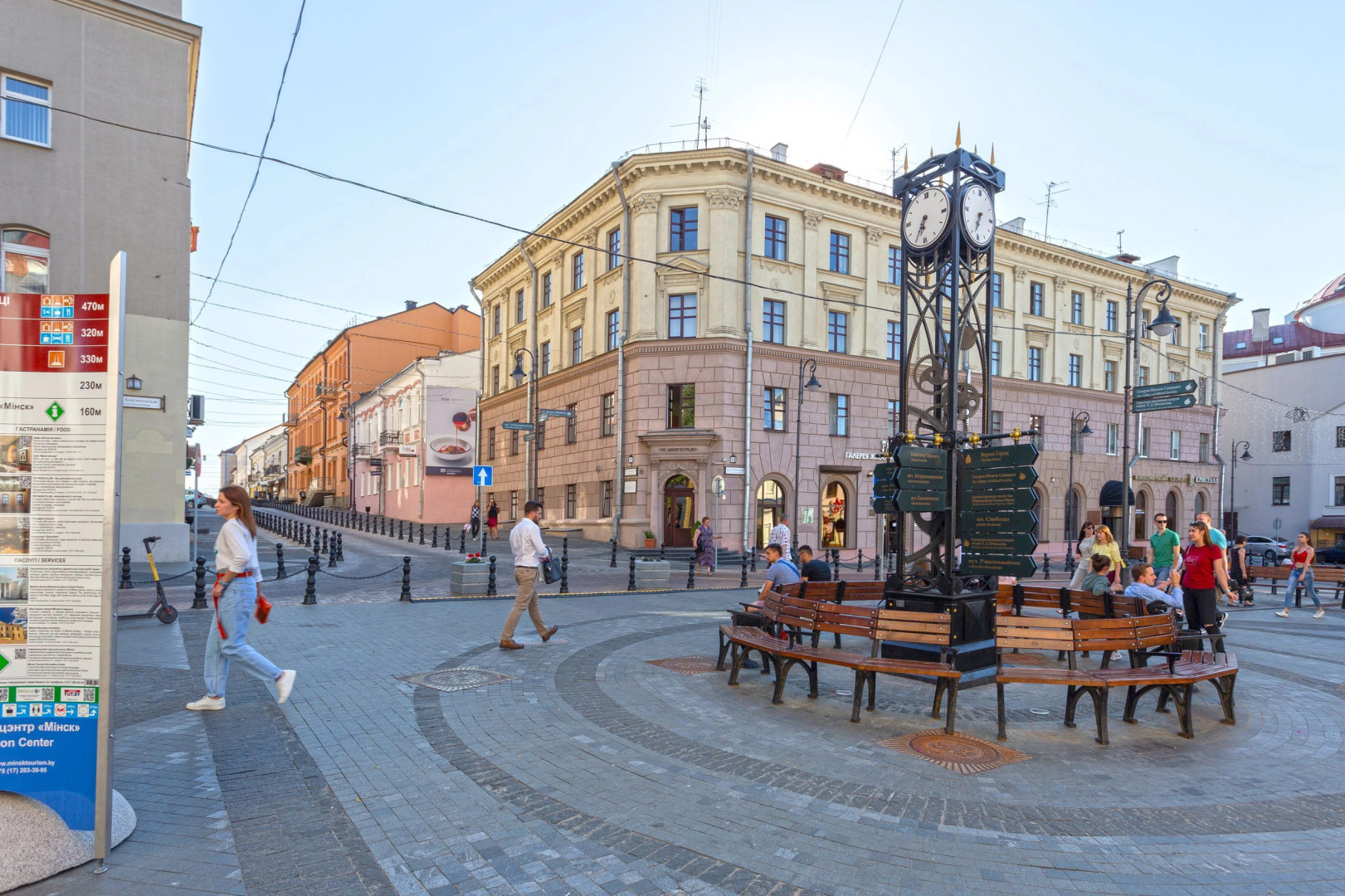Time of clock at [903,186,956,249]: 6:34
